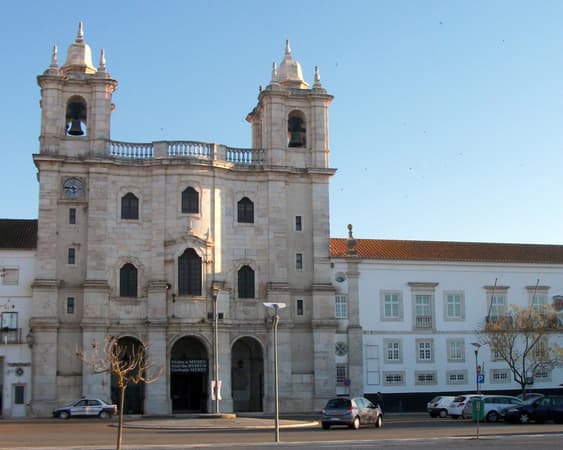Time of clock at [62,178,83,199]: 5:45
